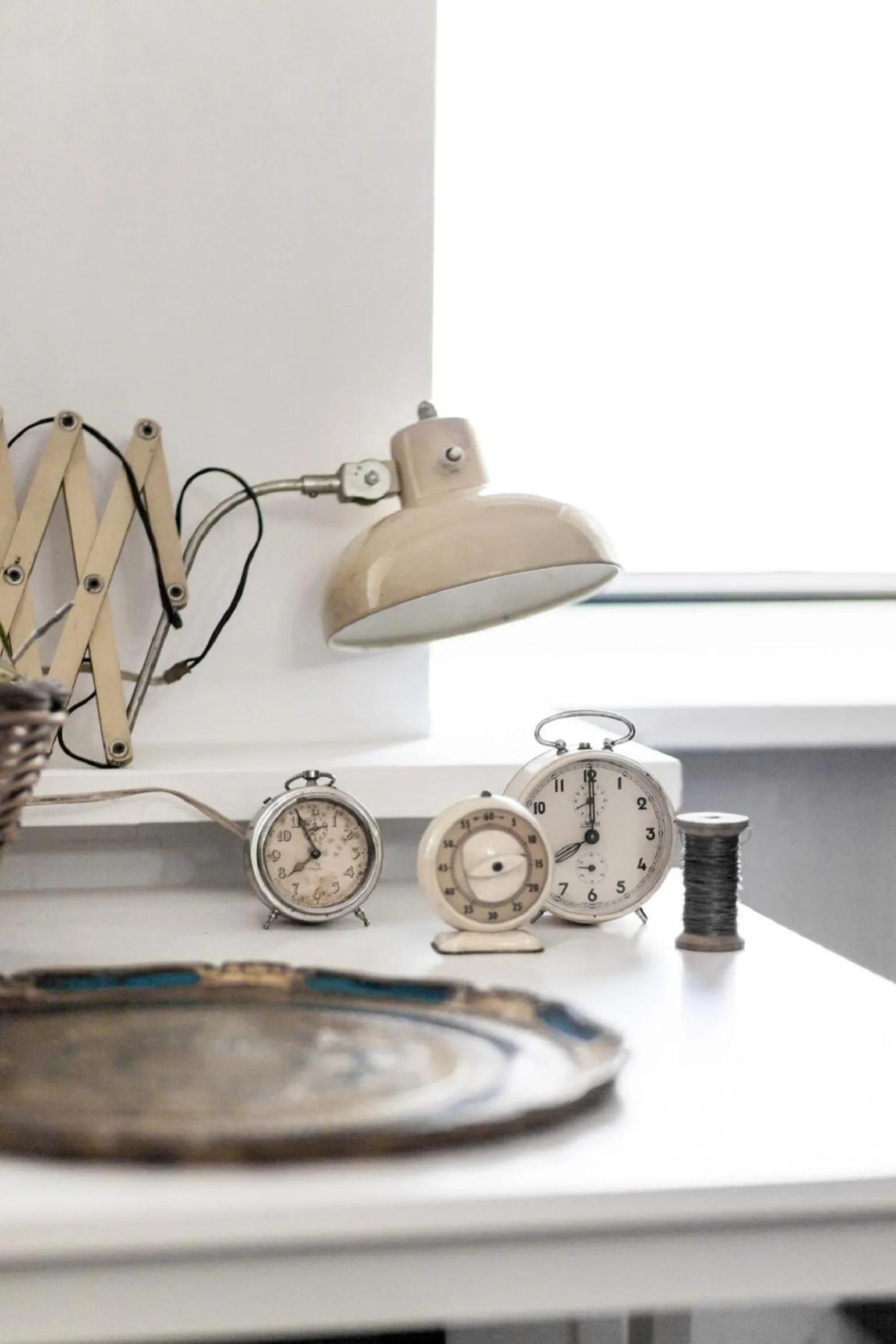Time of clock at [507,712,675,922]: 8:00
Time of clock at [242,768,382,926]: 7:56
